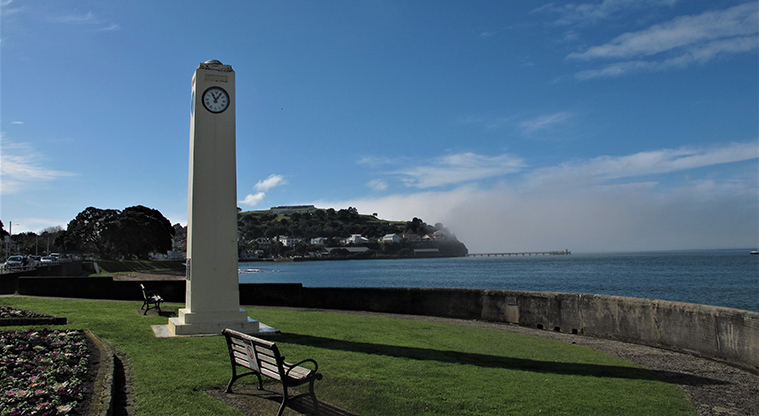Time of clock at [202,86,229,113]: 11:05
